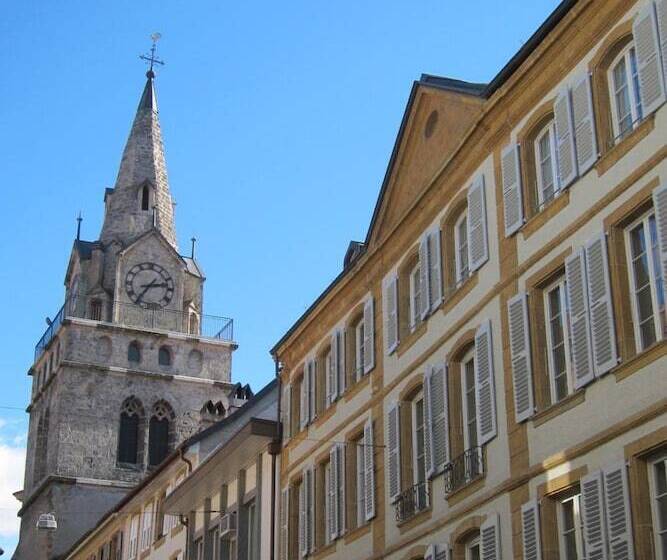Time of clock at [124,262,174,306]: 2:36
